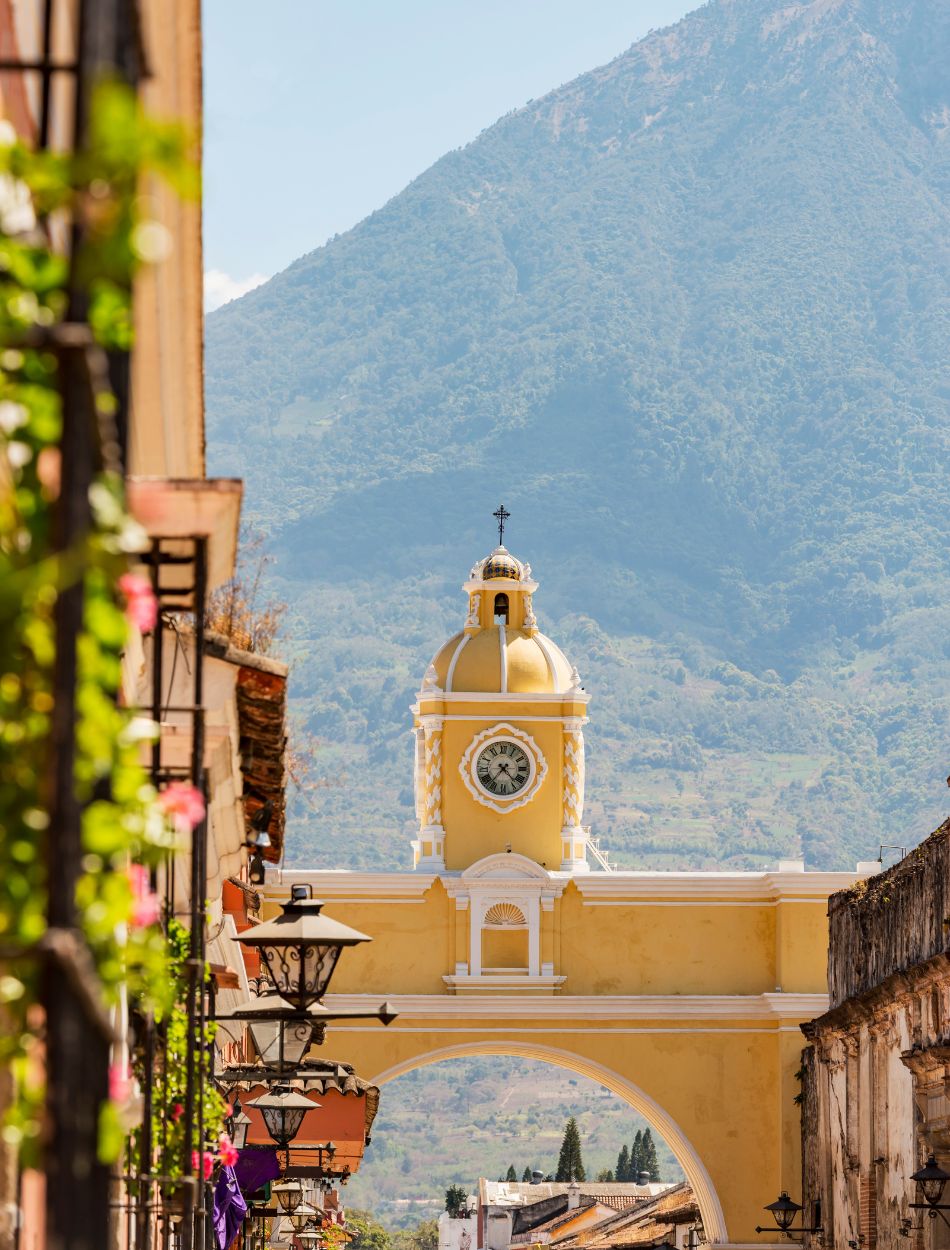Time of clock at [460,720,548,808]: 4:36
